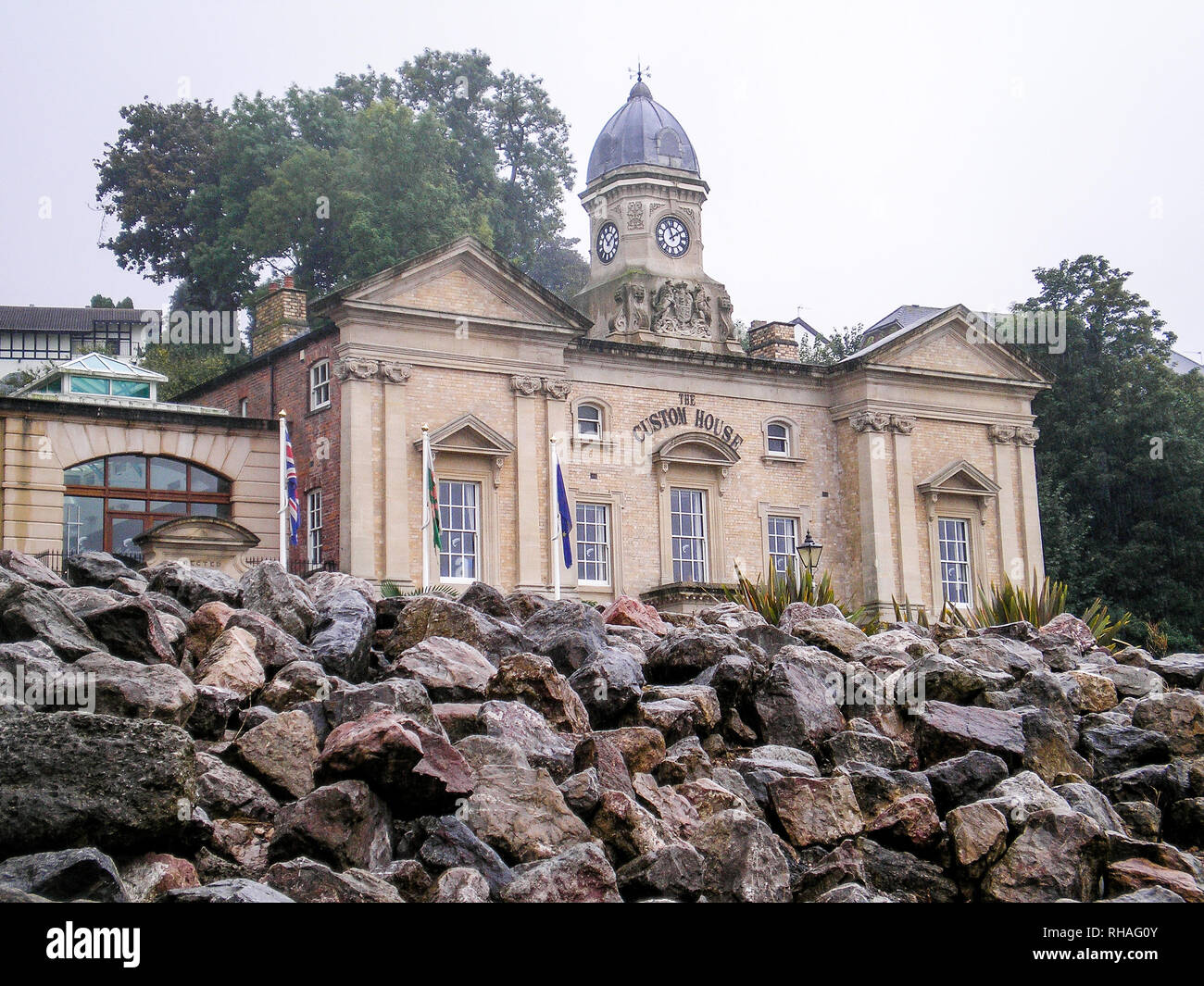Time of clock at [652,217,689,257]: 1:56
